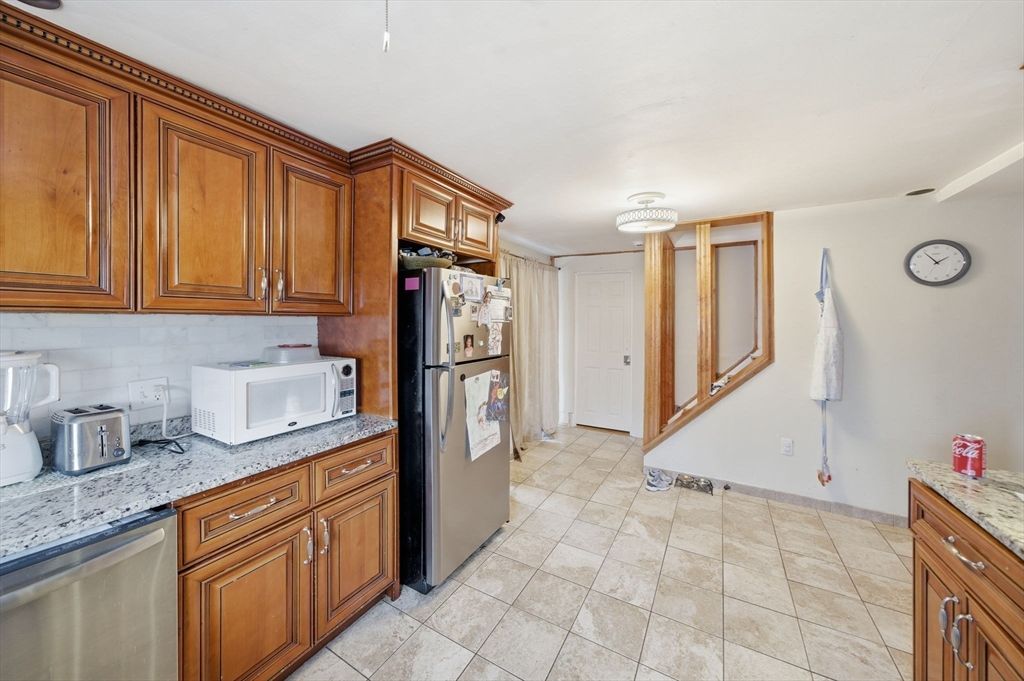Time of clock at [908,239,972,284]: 1:53
